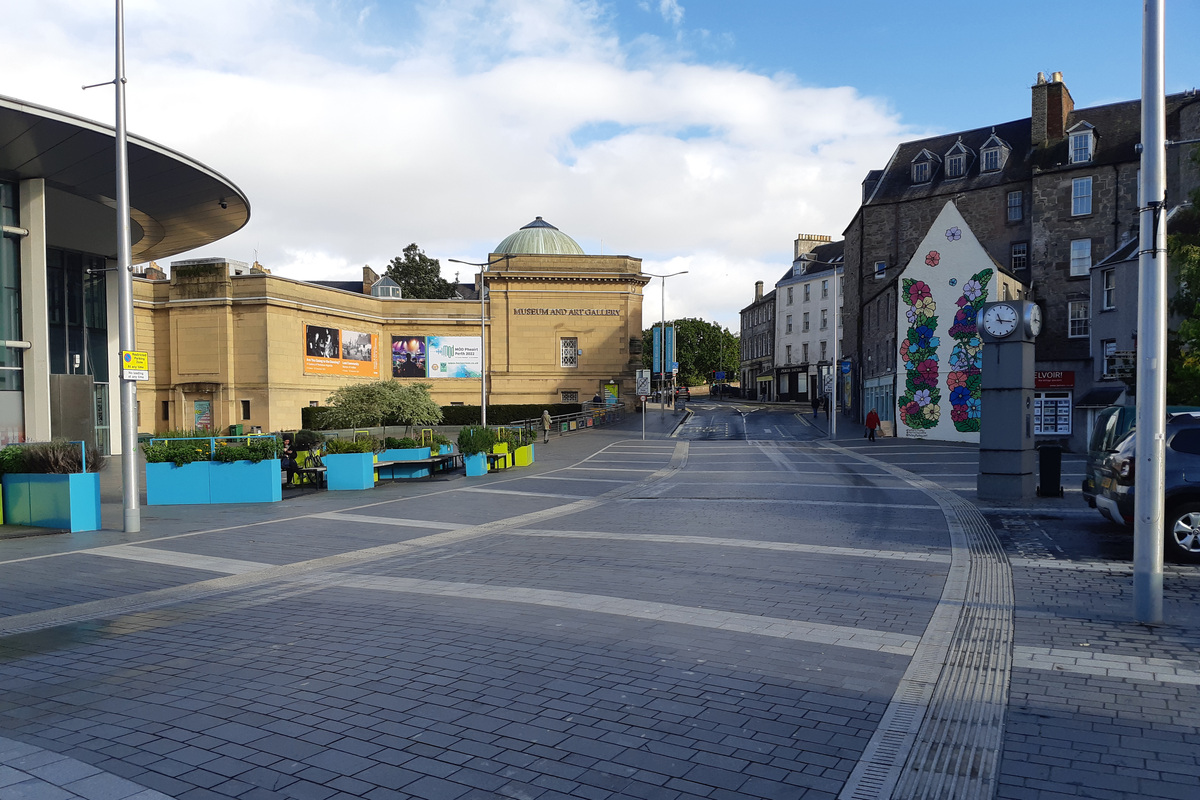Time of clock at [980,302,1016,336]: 11:16
